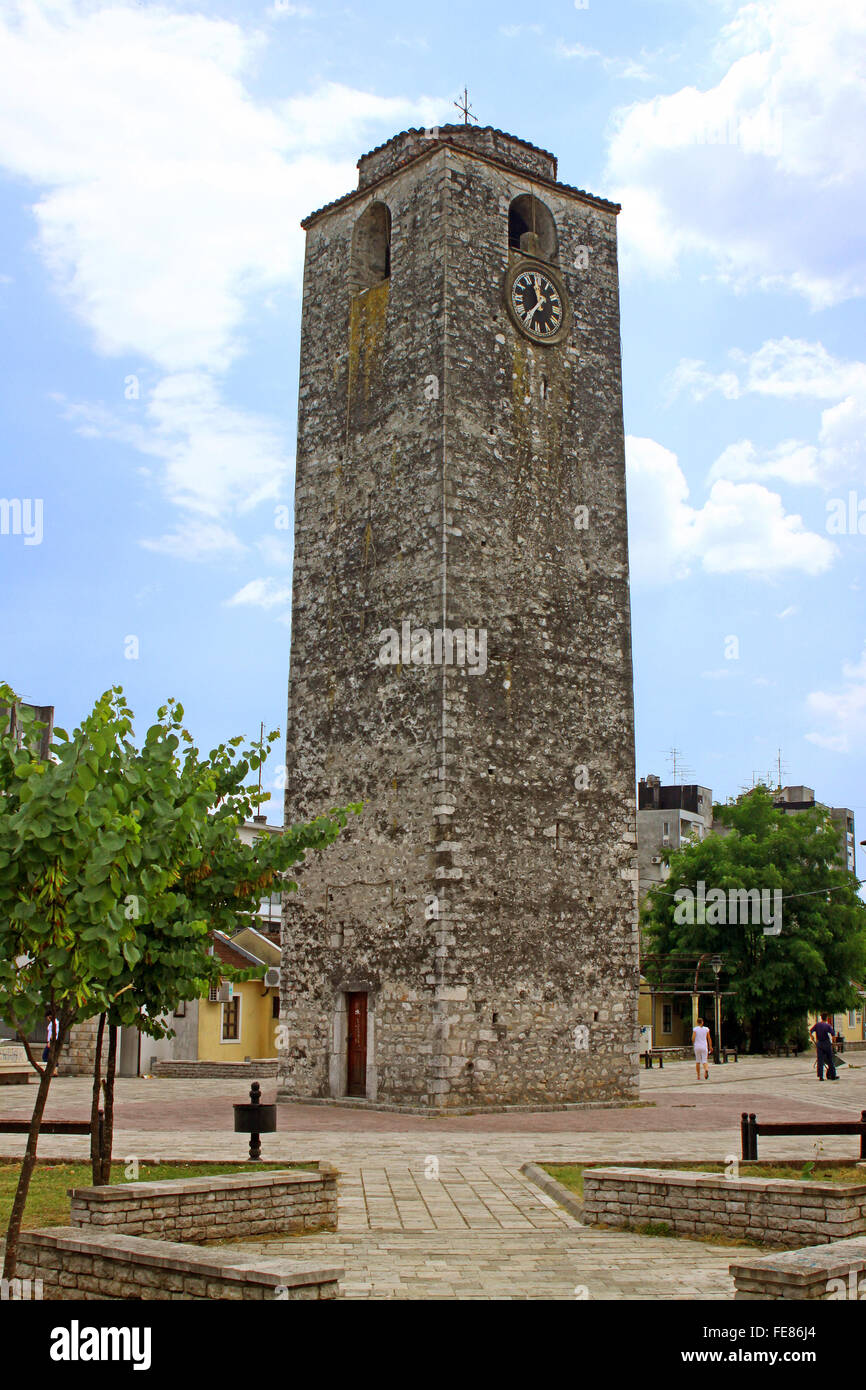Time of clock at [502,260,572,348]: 11:37
